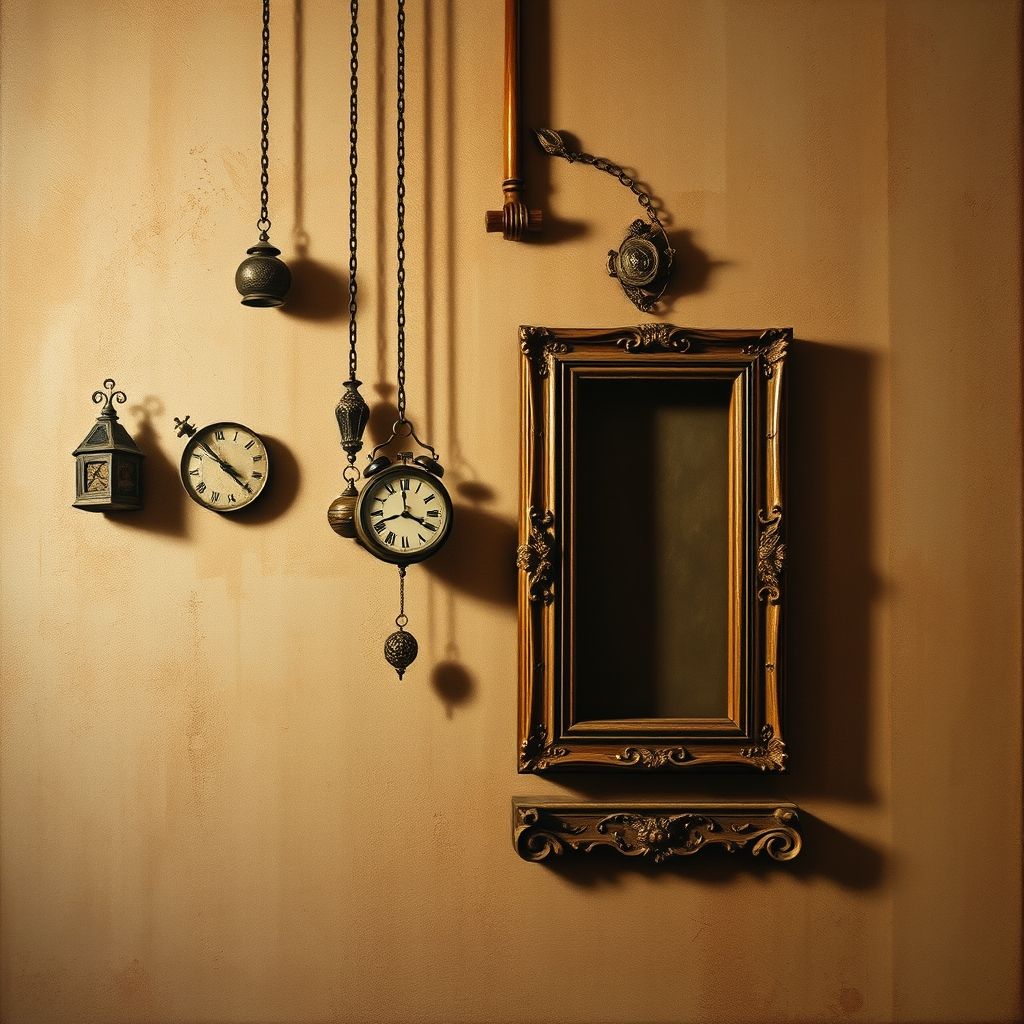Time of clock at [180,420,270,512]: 4:54
